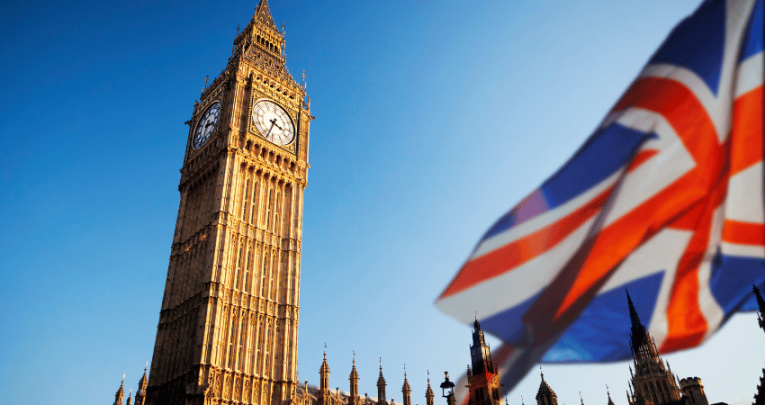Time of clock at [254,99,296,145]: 3:33
